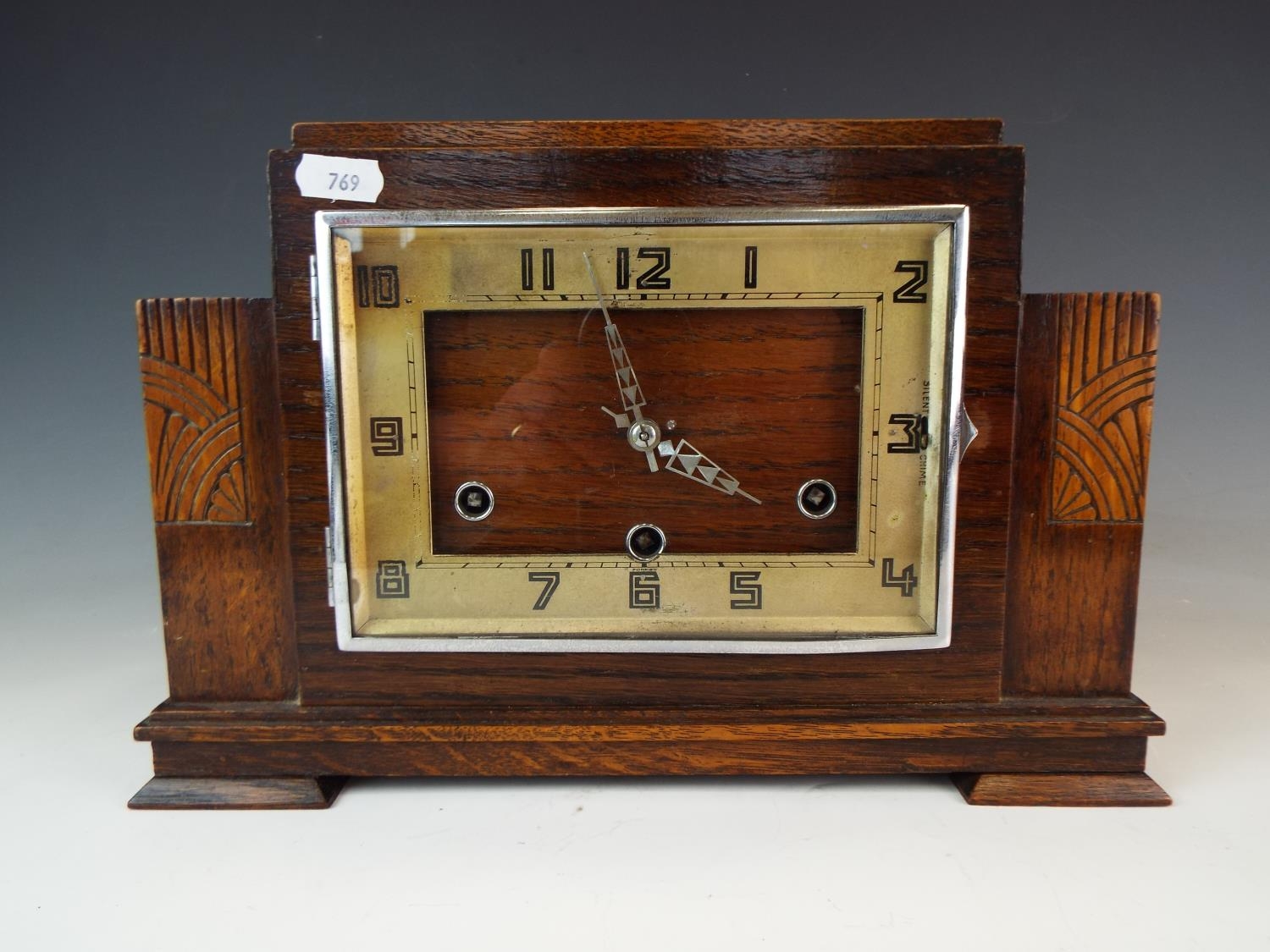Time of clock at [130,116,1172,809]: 3:58
